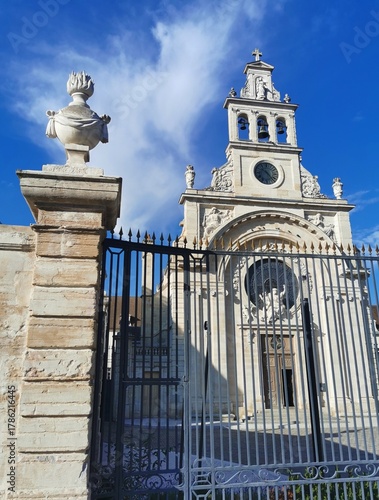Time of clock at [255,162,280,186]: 10:23
